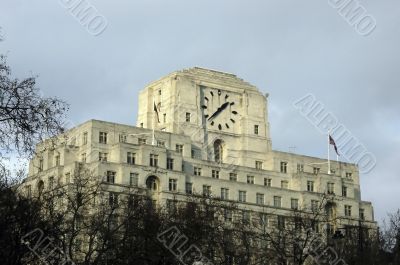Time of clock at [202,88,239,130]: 1:37
